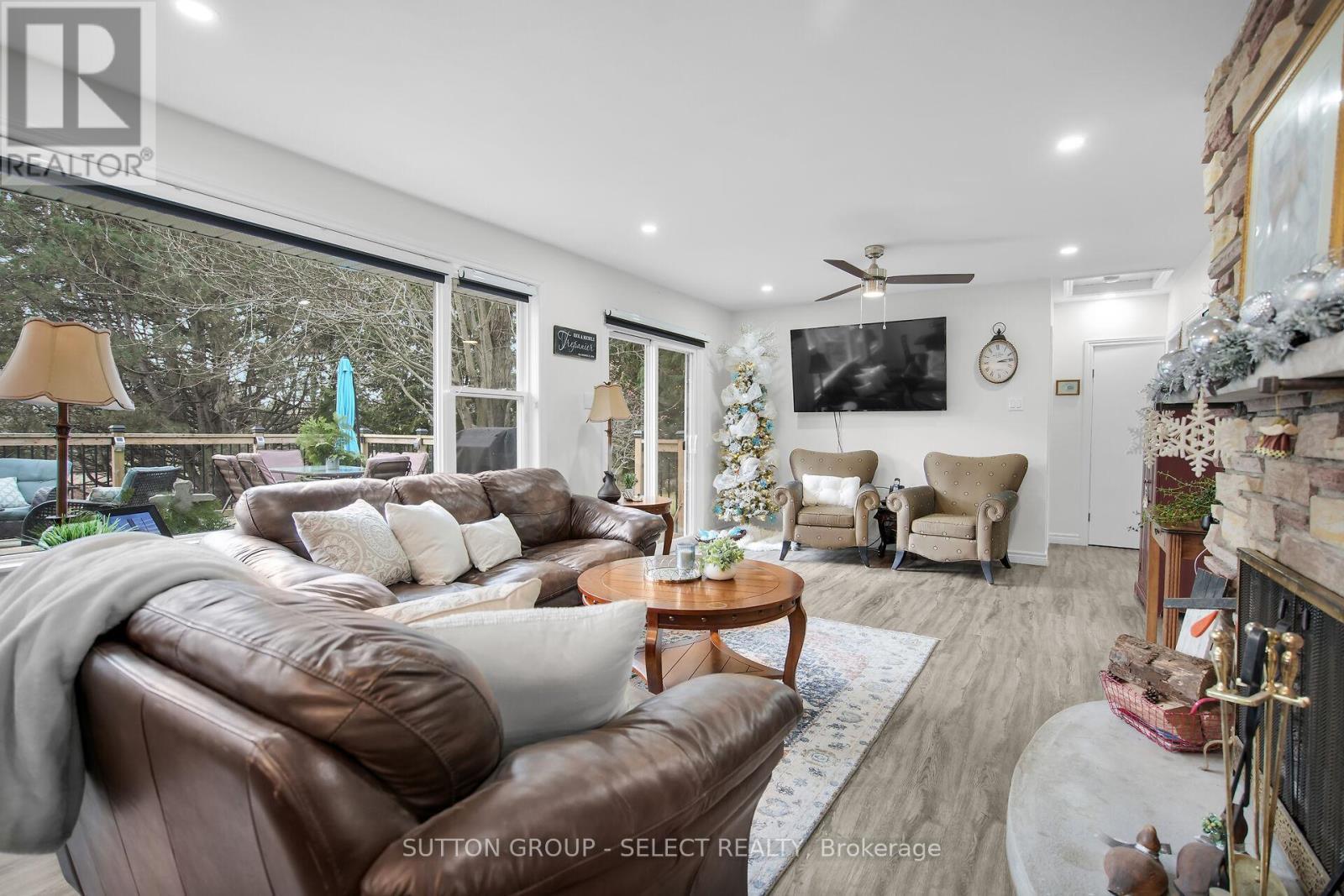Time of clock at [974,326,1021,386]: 3:12
